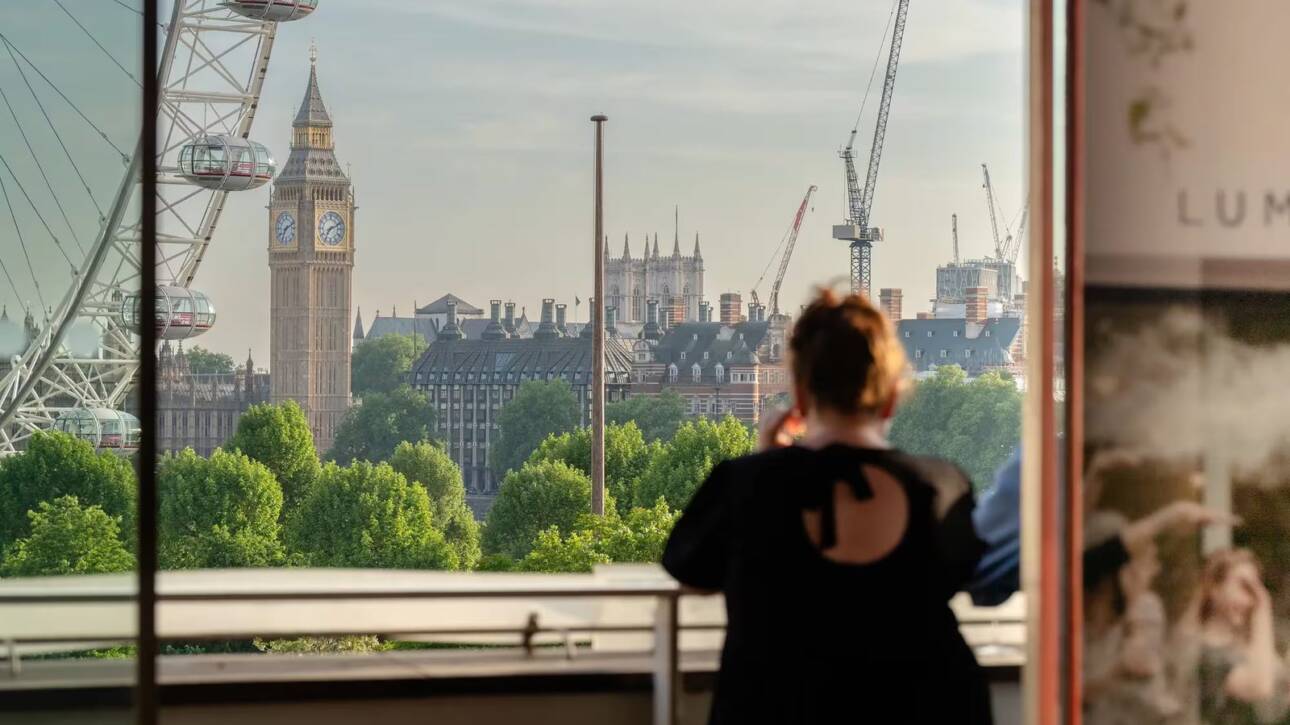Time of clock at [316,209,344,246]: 7:10
